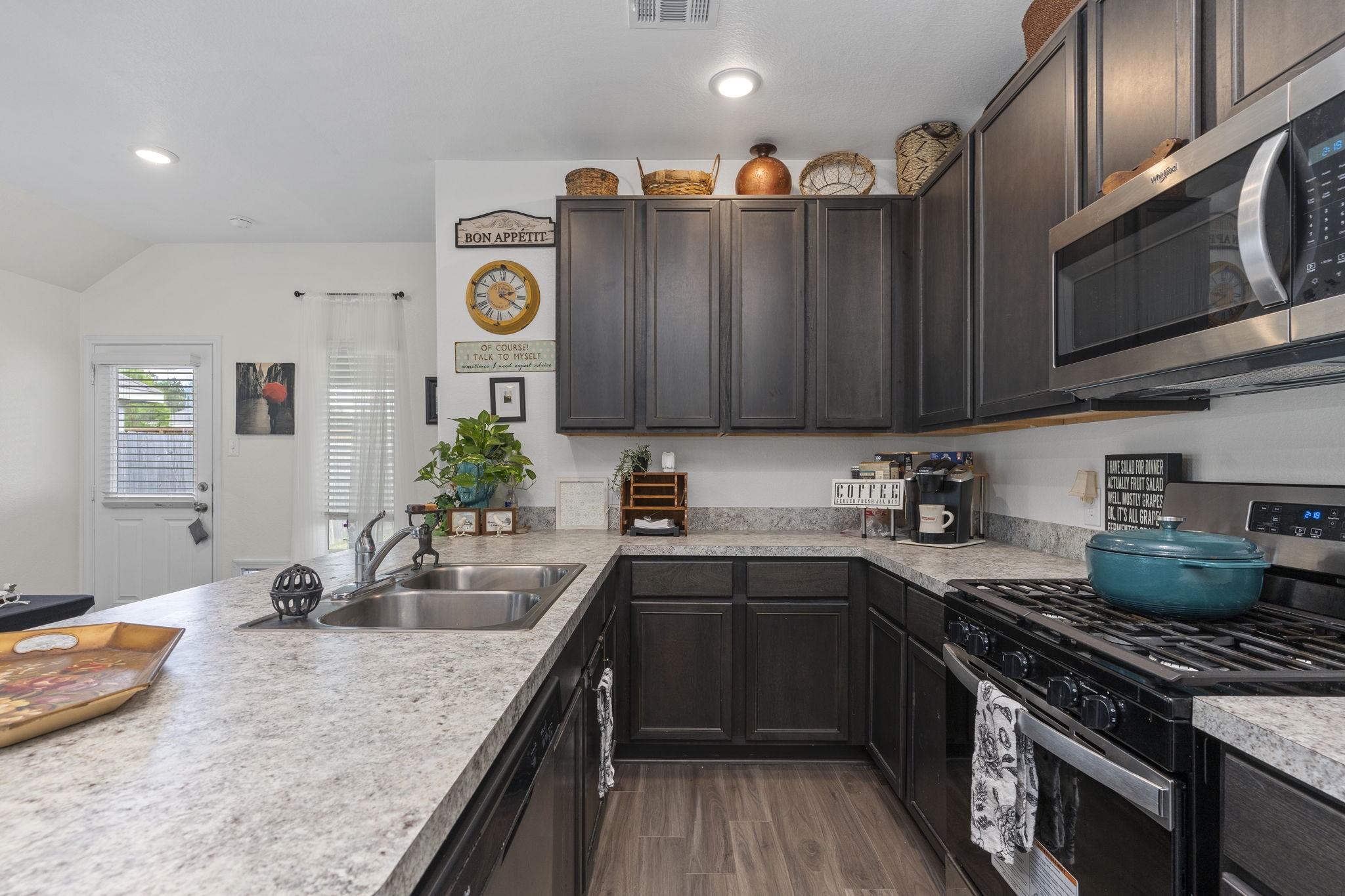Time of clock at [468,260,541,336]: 2:19
